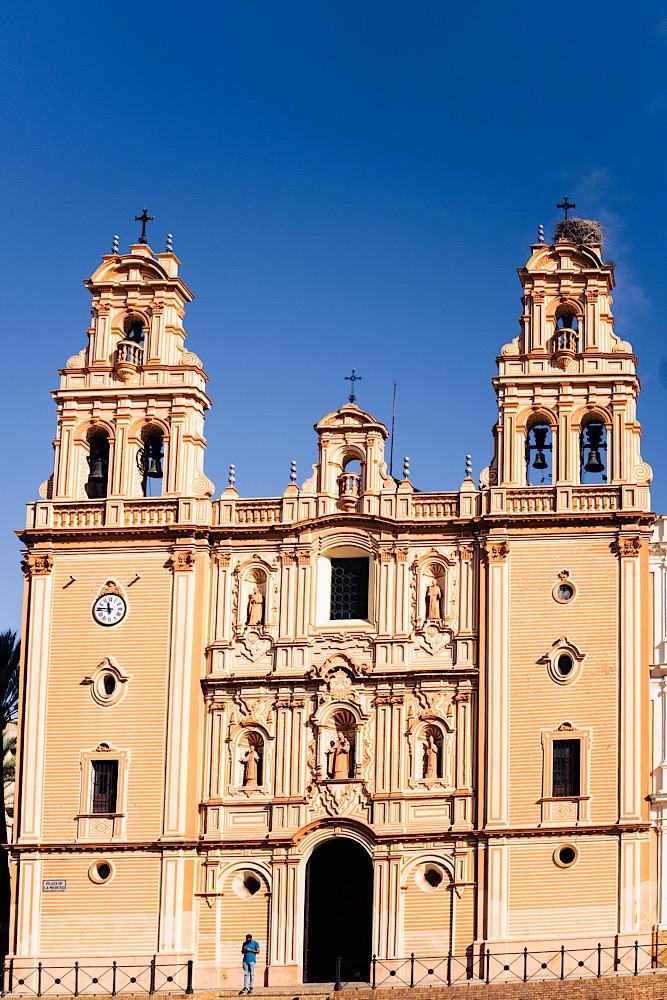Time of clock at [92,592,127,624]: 11:46
